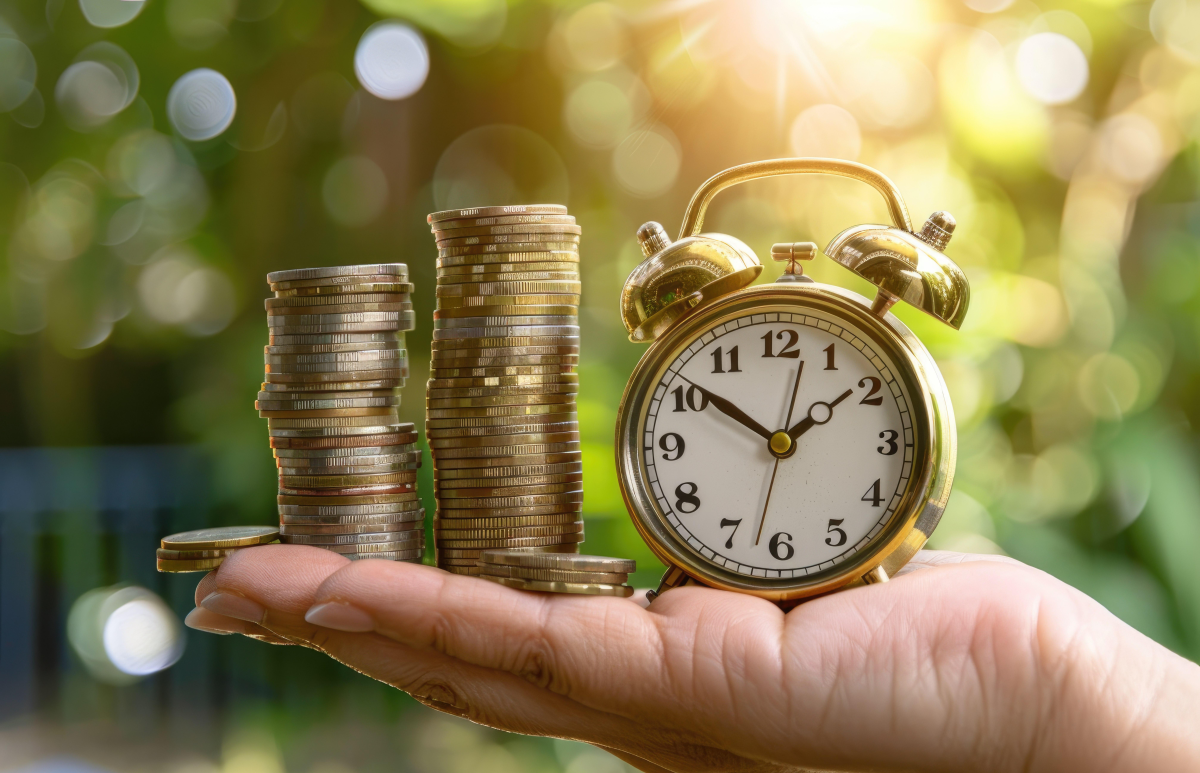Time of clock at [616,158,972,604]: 1:50
